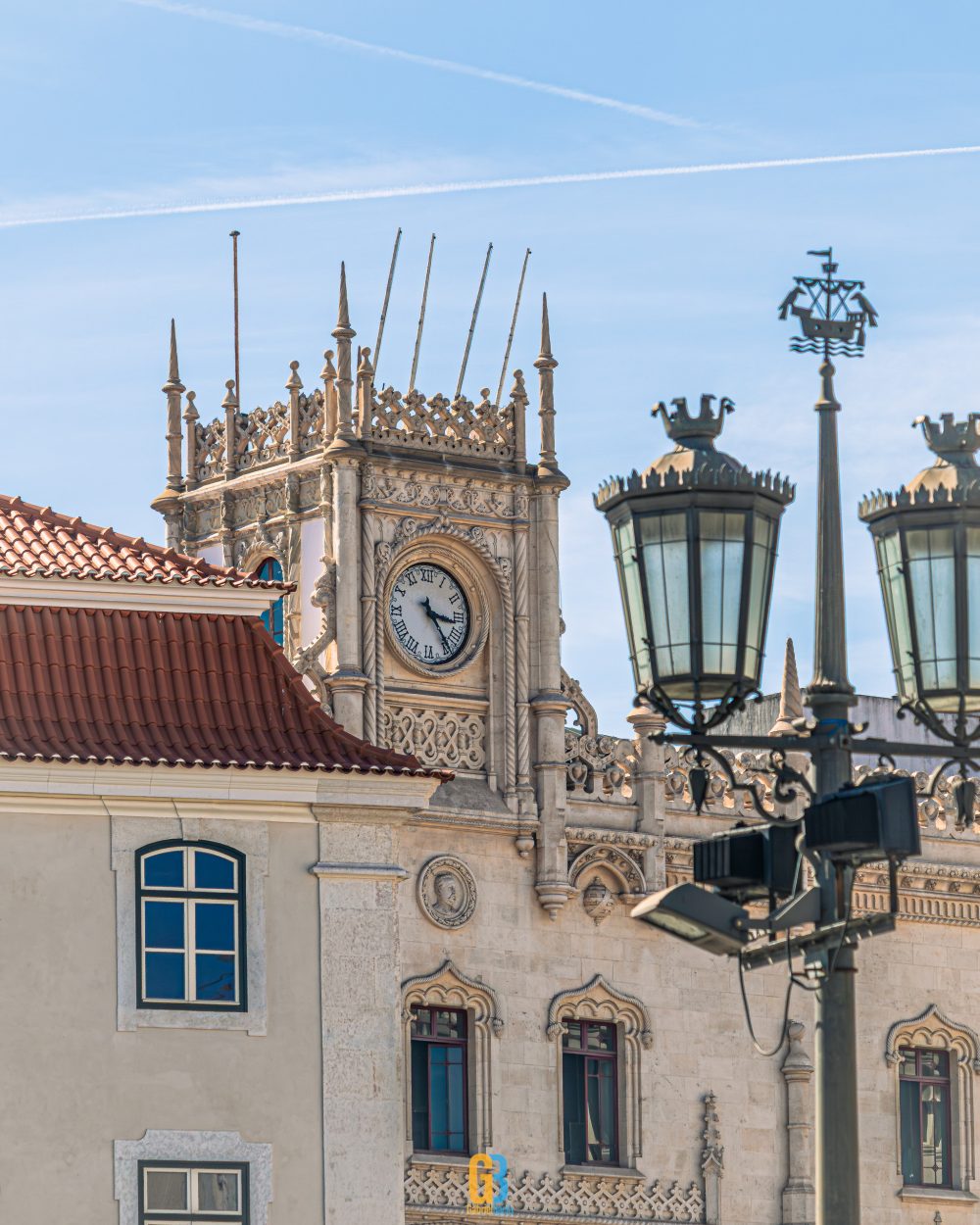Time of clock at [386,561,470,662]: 3:24
